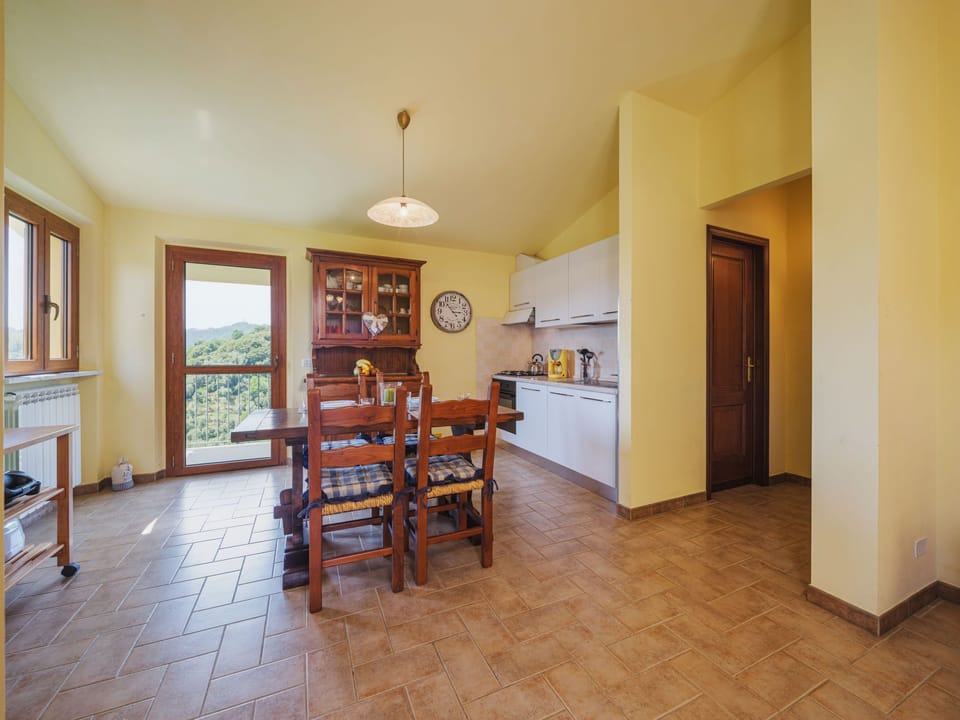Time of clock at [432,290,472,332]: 2:53
